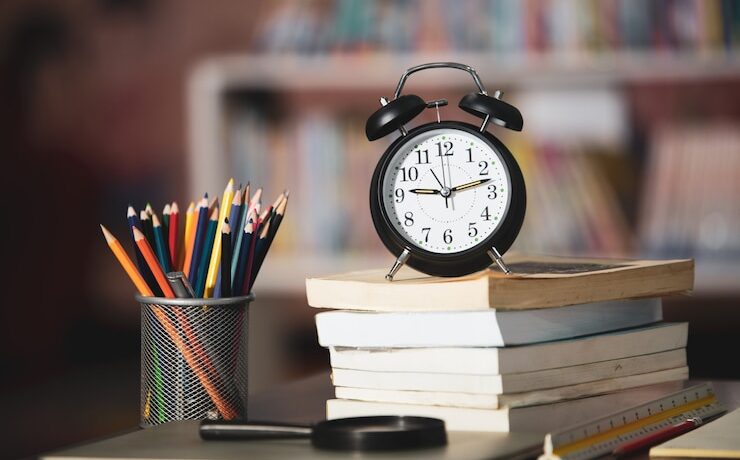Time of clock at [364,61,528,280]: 9:12
